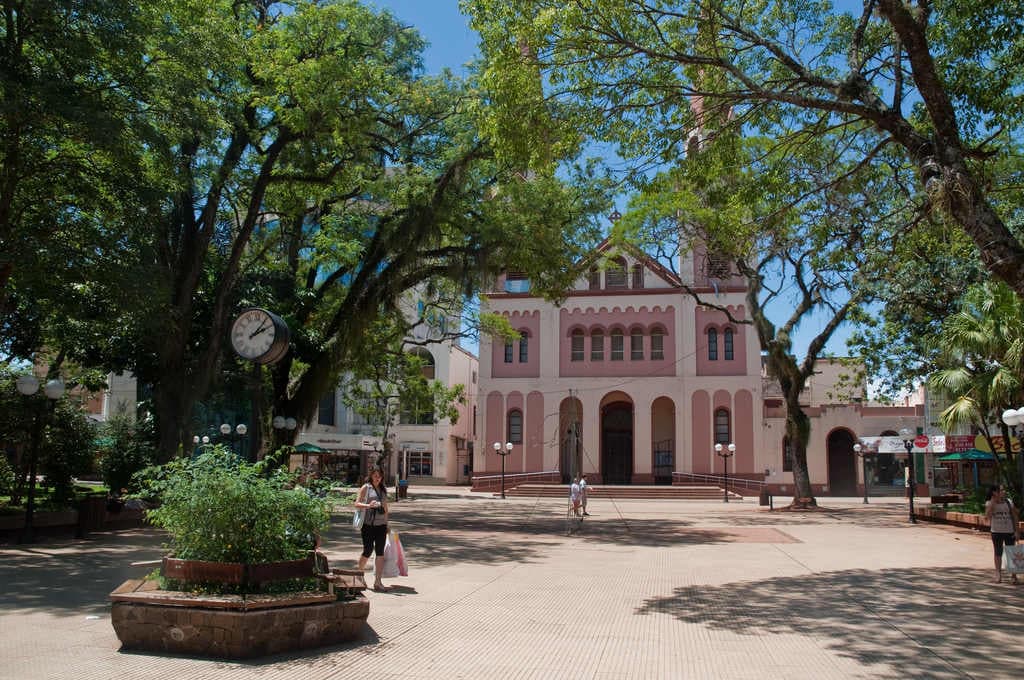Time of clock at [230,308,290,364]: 2:06
